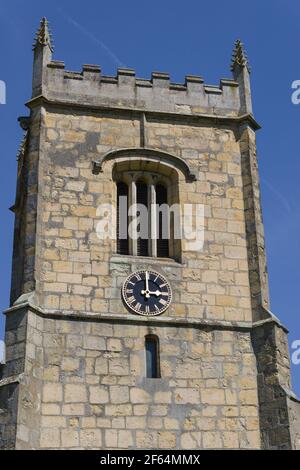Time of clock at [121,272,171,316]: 2:59
